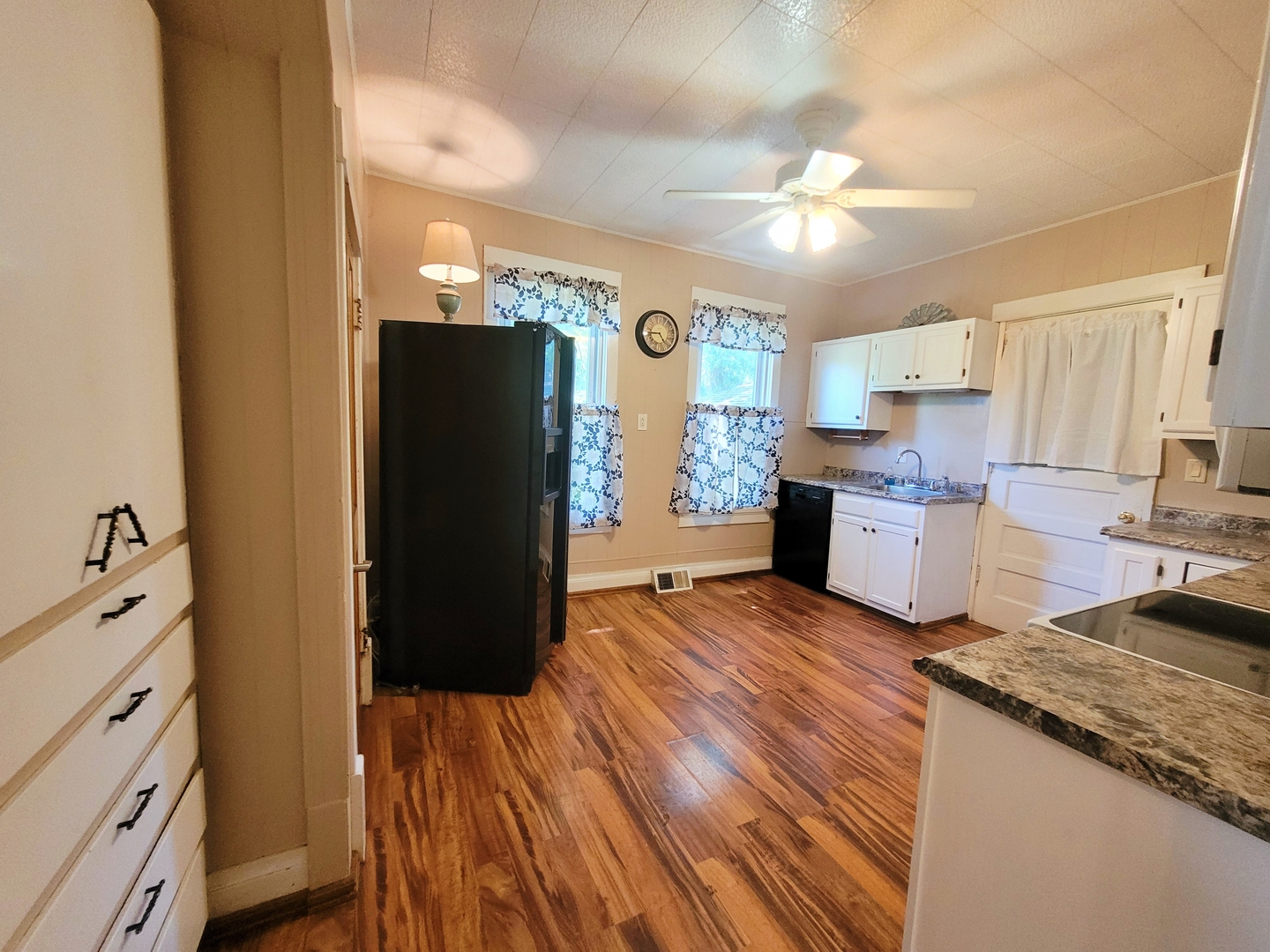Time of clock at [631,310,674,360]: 4:45
